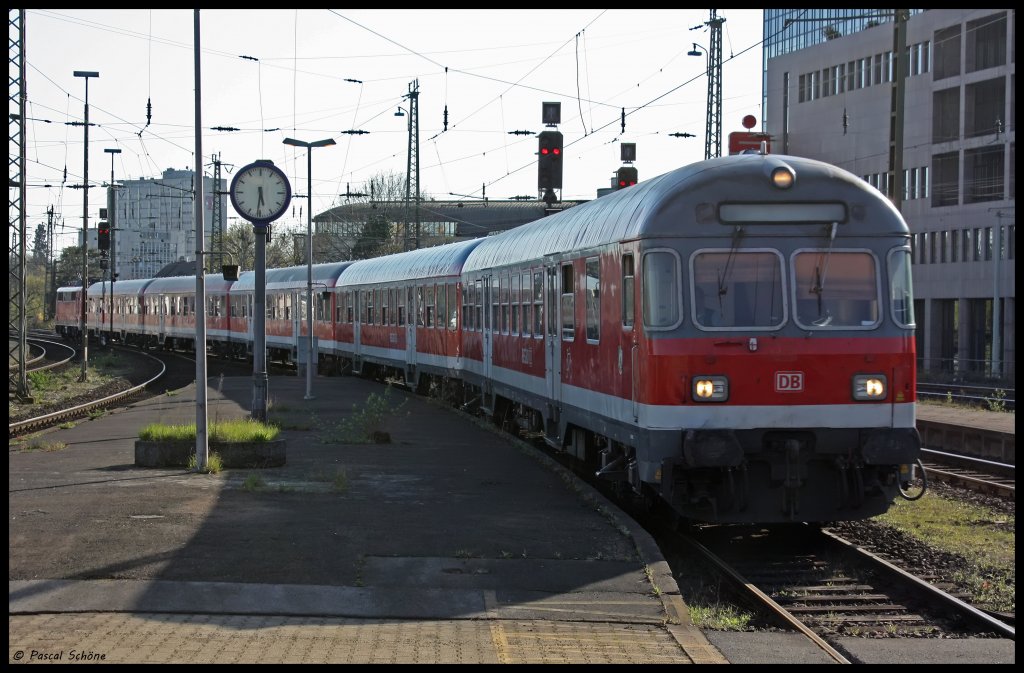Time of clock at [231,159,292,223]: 5:31
